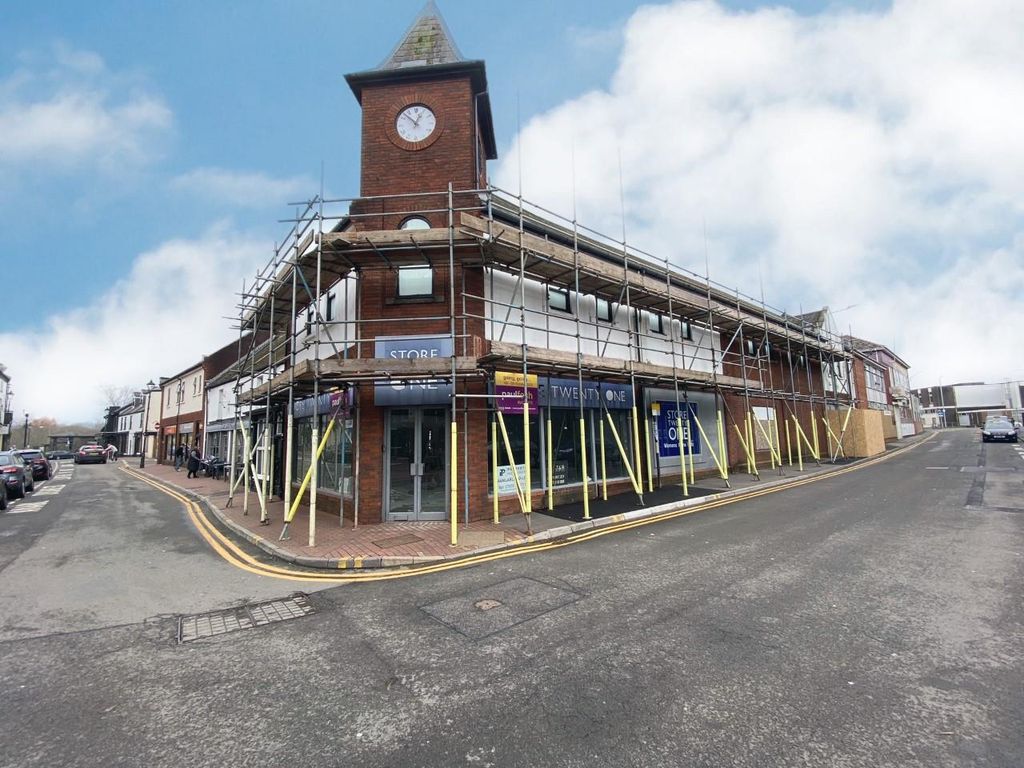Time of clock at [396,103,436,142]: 12:52
